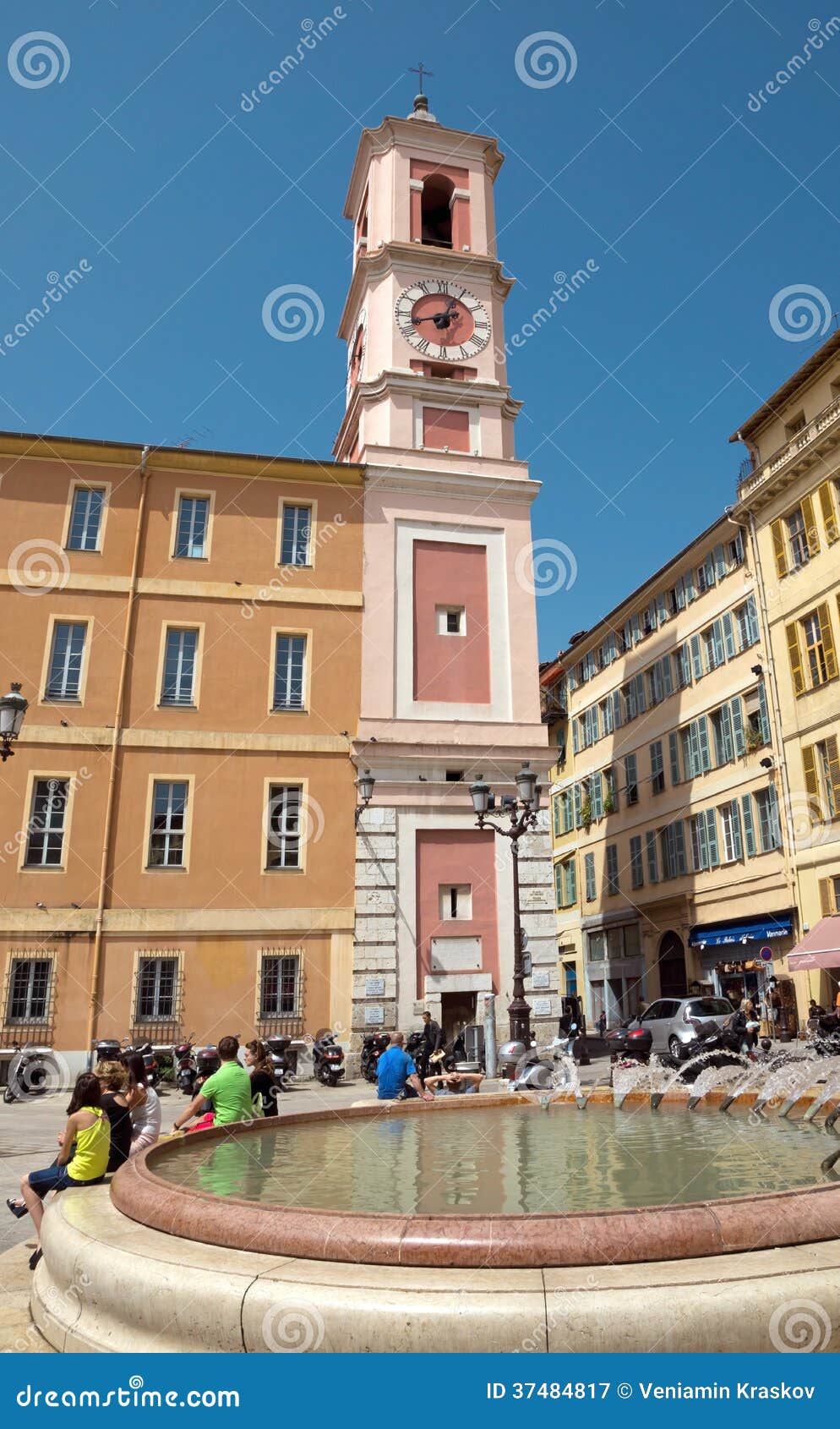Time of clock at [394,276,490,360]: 12:42
